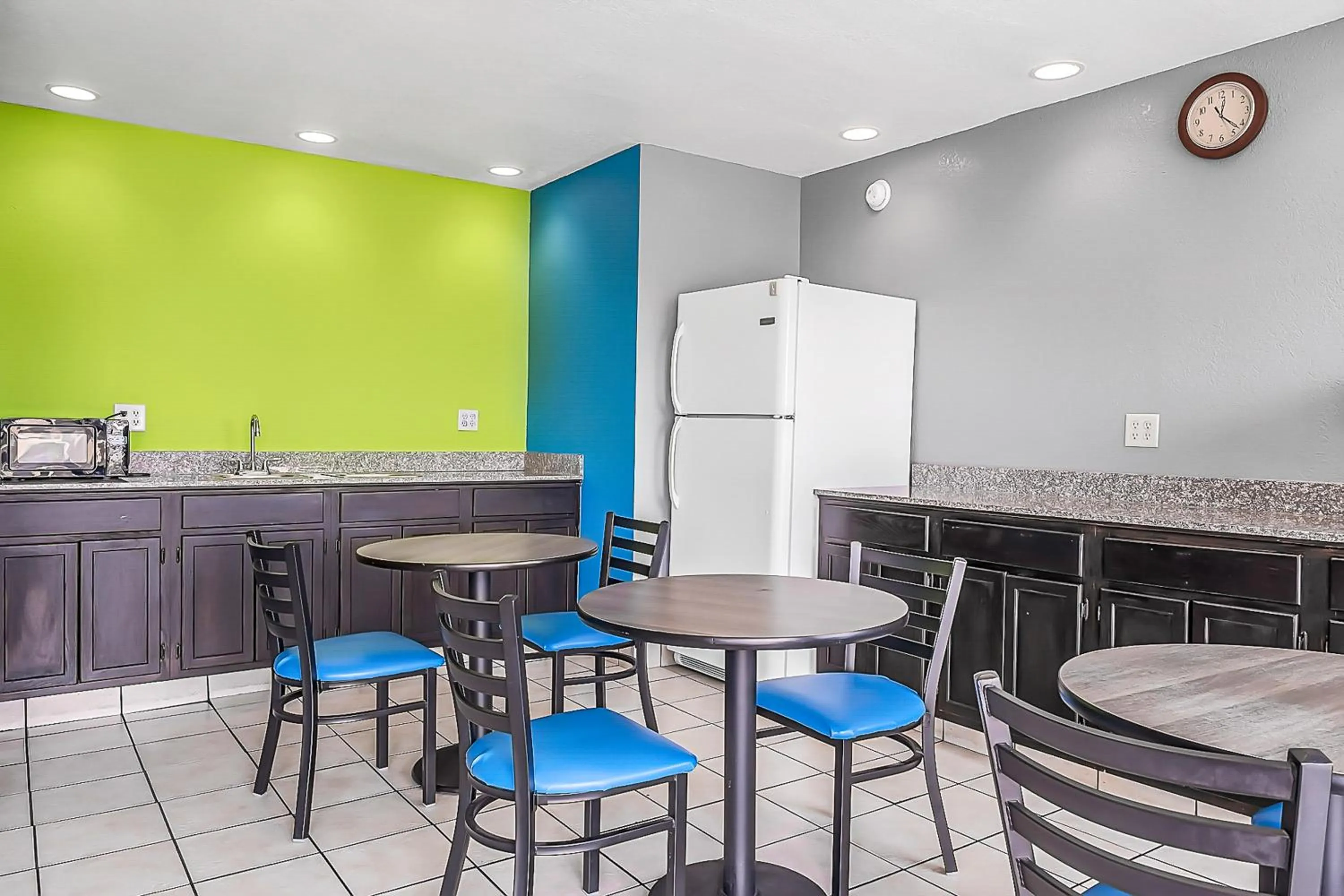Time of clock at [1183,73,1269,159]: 12:22
